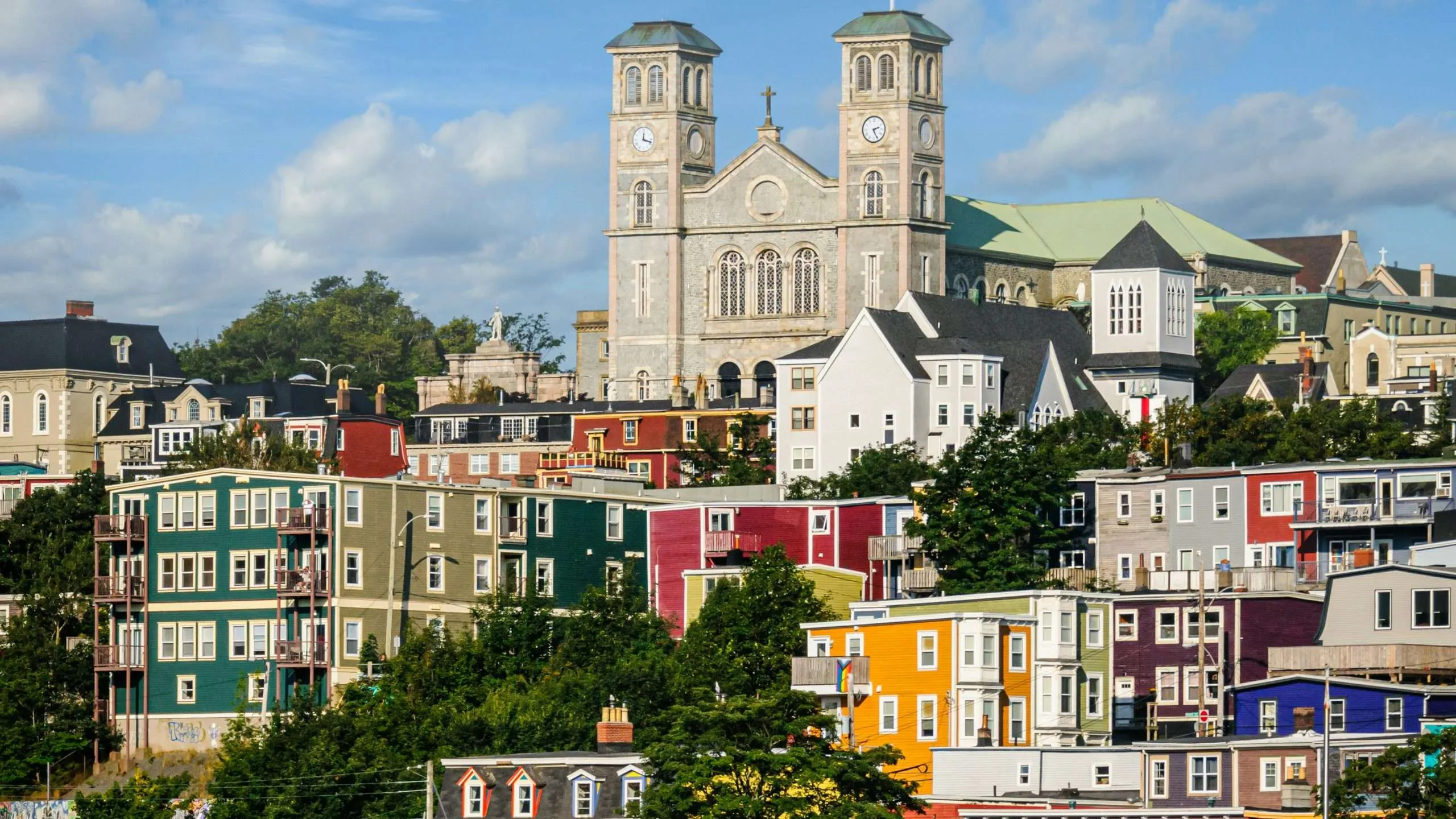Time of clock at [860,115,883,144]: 2:25
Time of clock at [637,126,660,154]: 12:17
